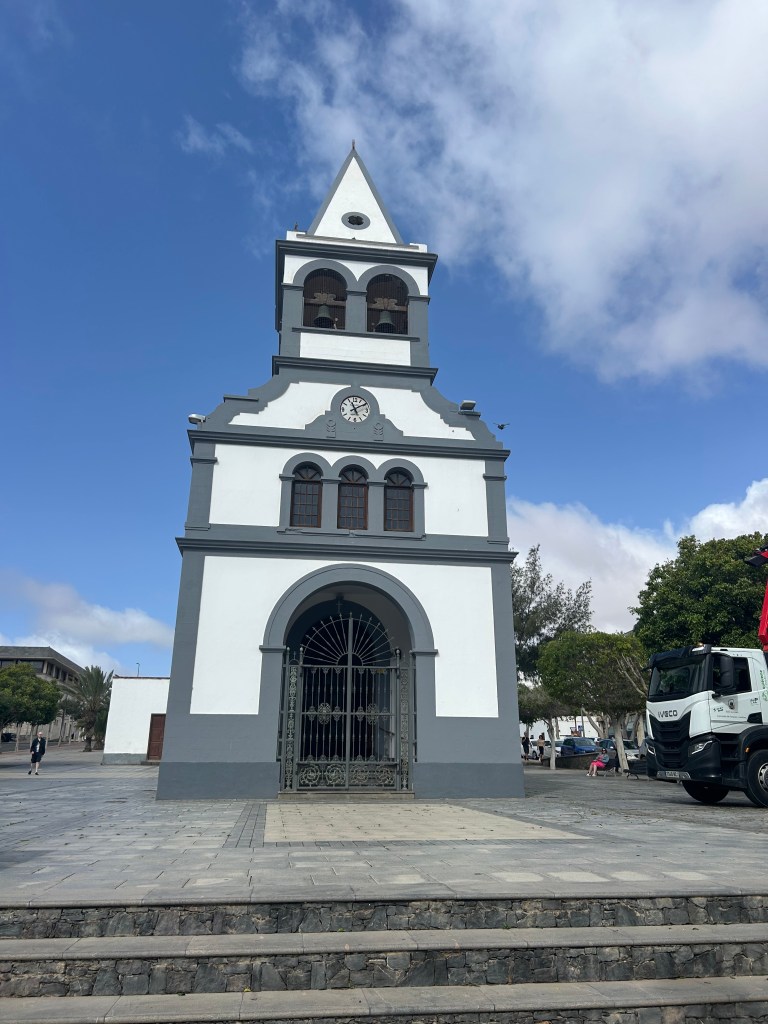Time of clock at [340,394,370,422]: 11:09
